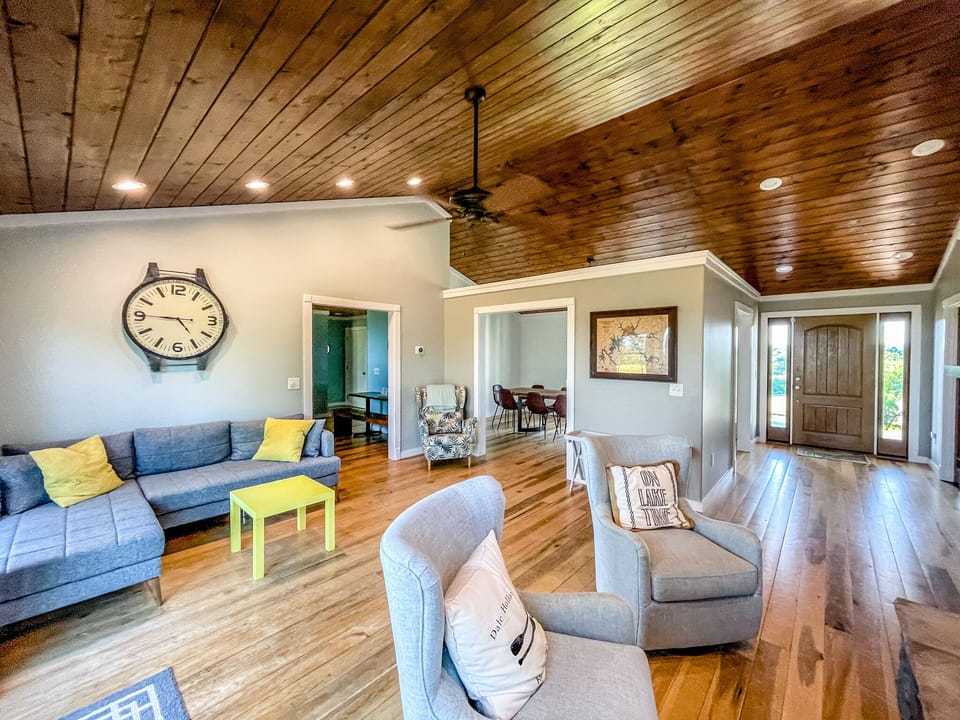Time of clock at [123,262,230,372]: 4:45
